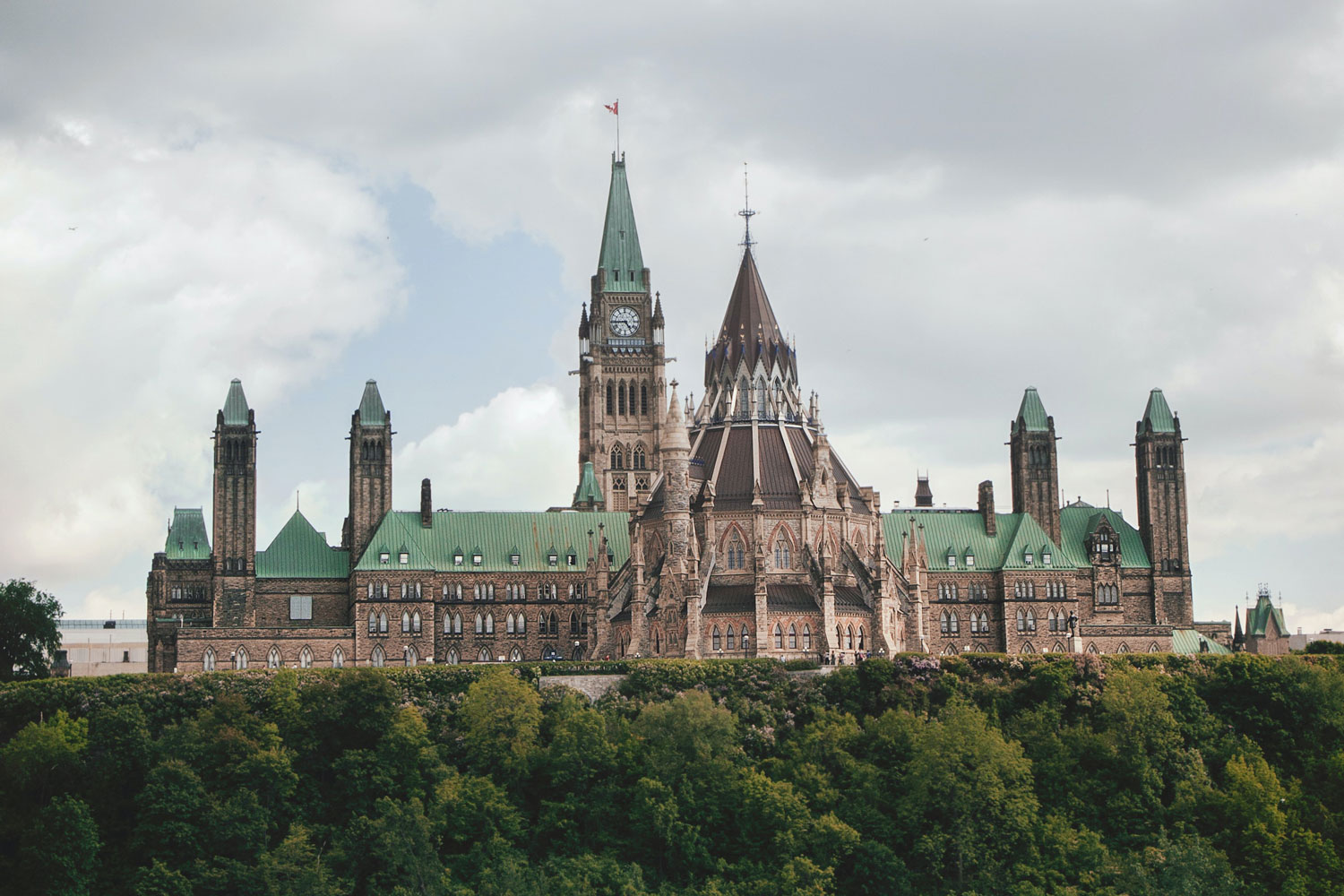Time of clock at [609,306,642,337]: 4:44
